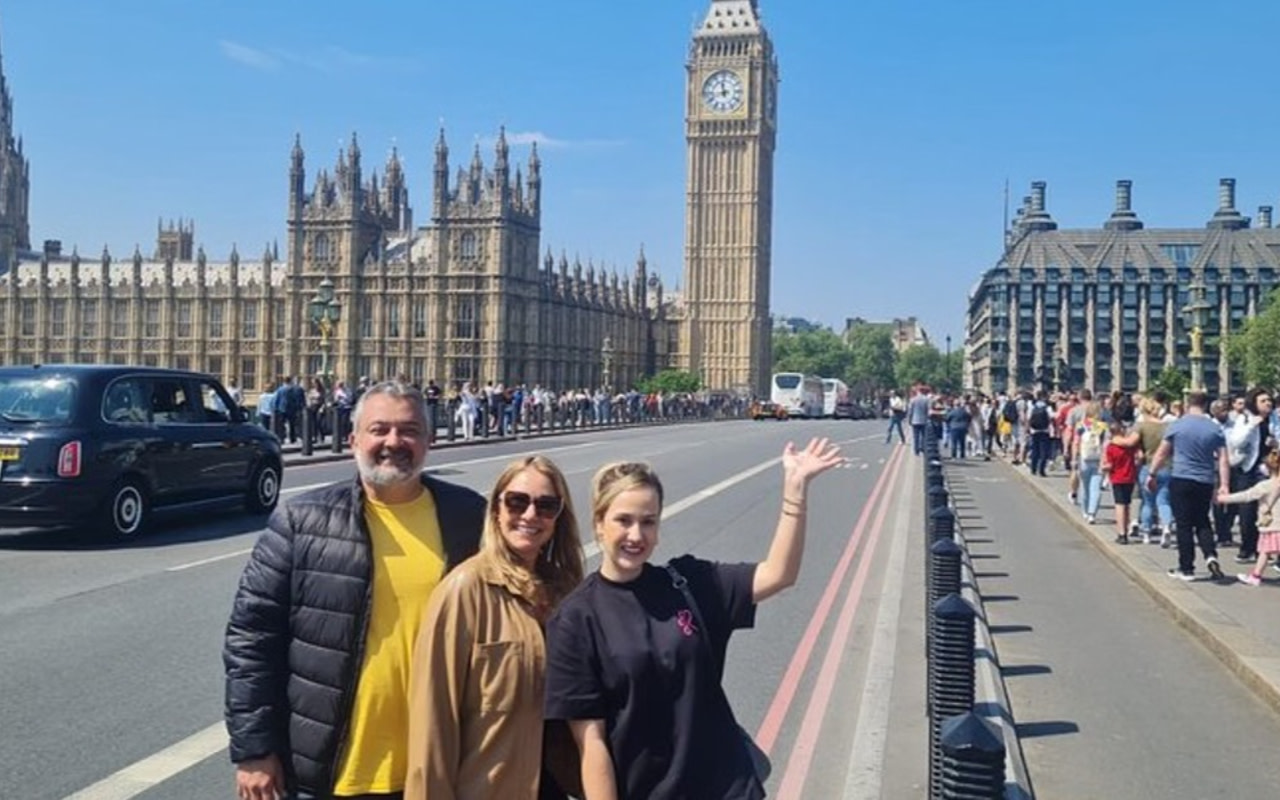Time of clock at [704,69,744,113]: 11:42
